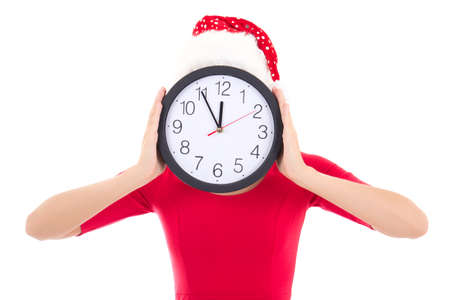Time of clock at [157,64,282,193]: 11:55
